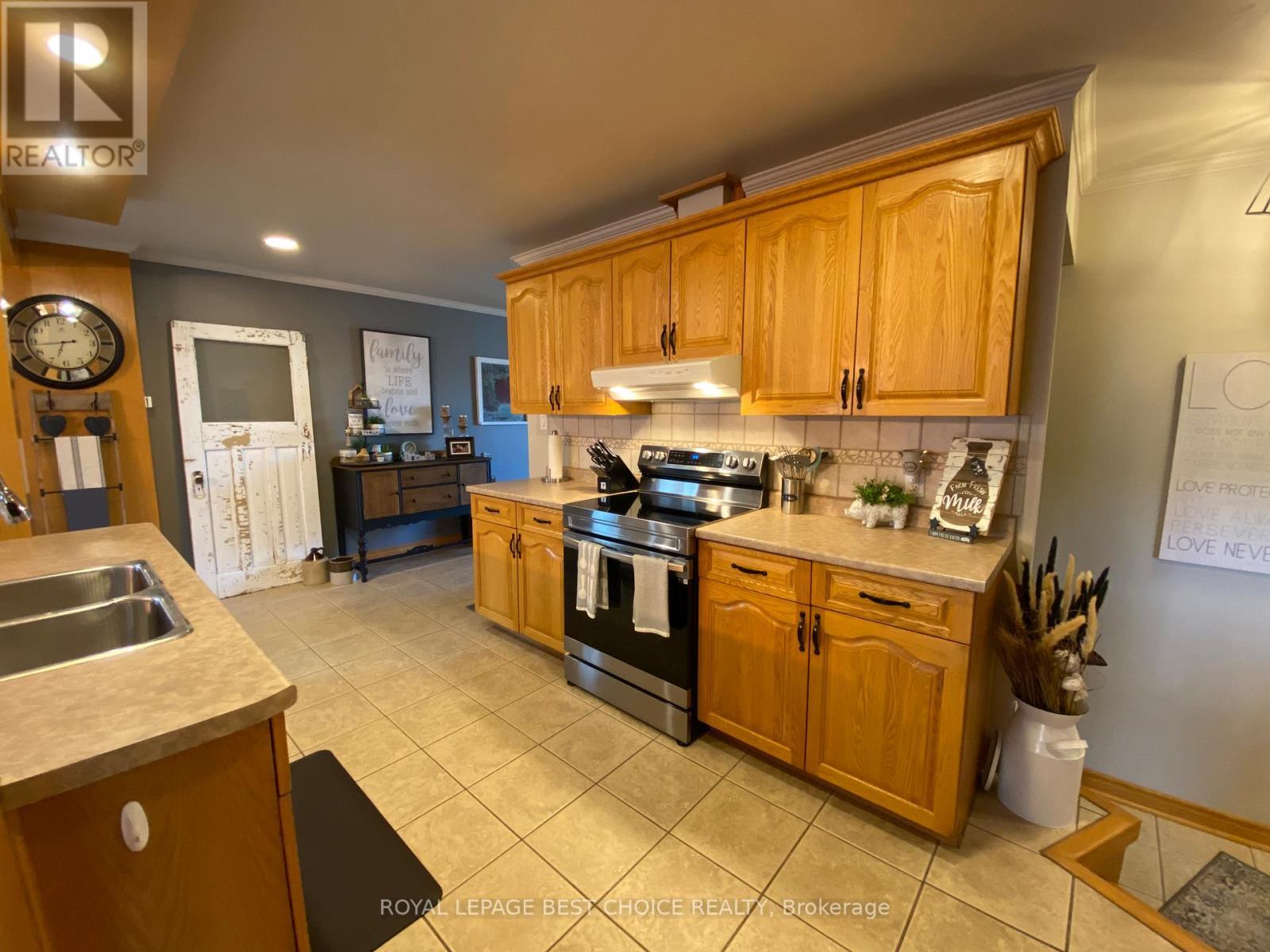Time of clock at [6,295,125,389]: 6:43
